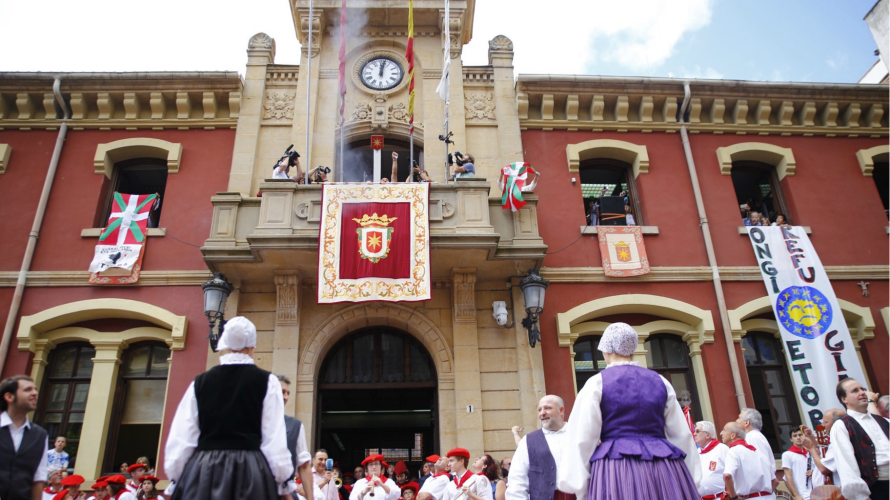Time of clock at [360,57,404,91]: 12:01
